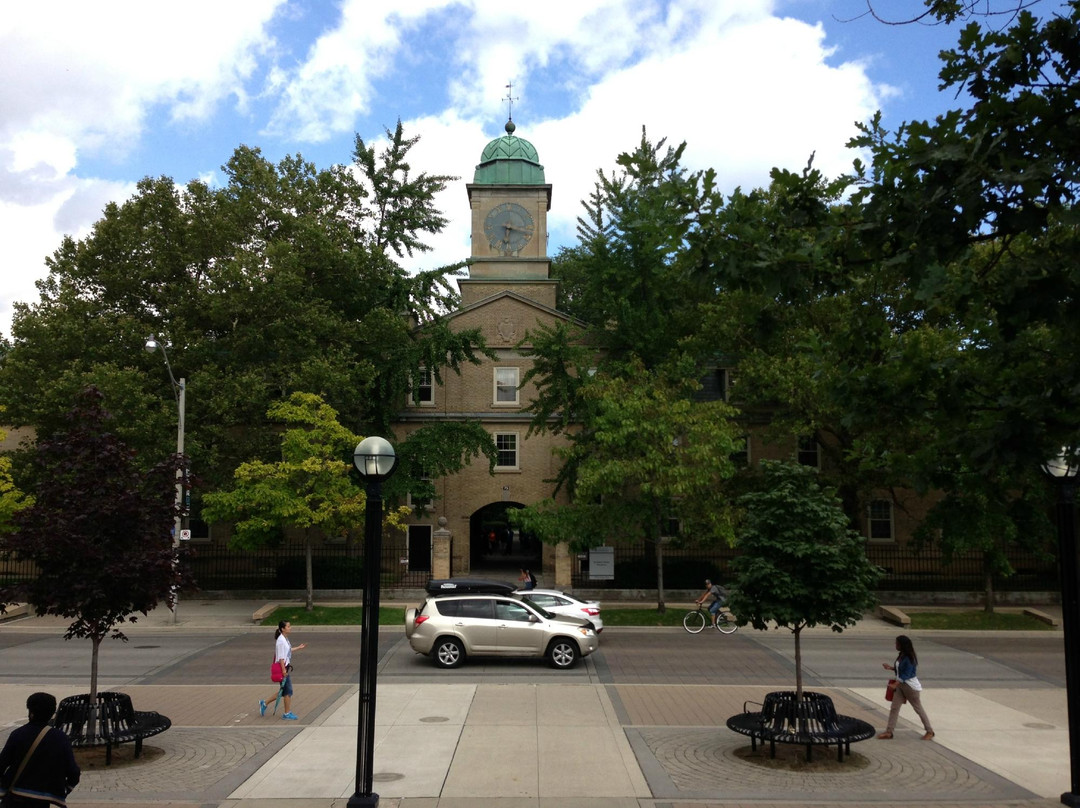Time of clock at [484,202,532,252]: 6:17
